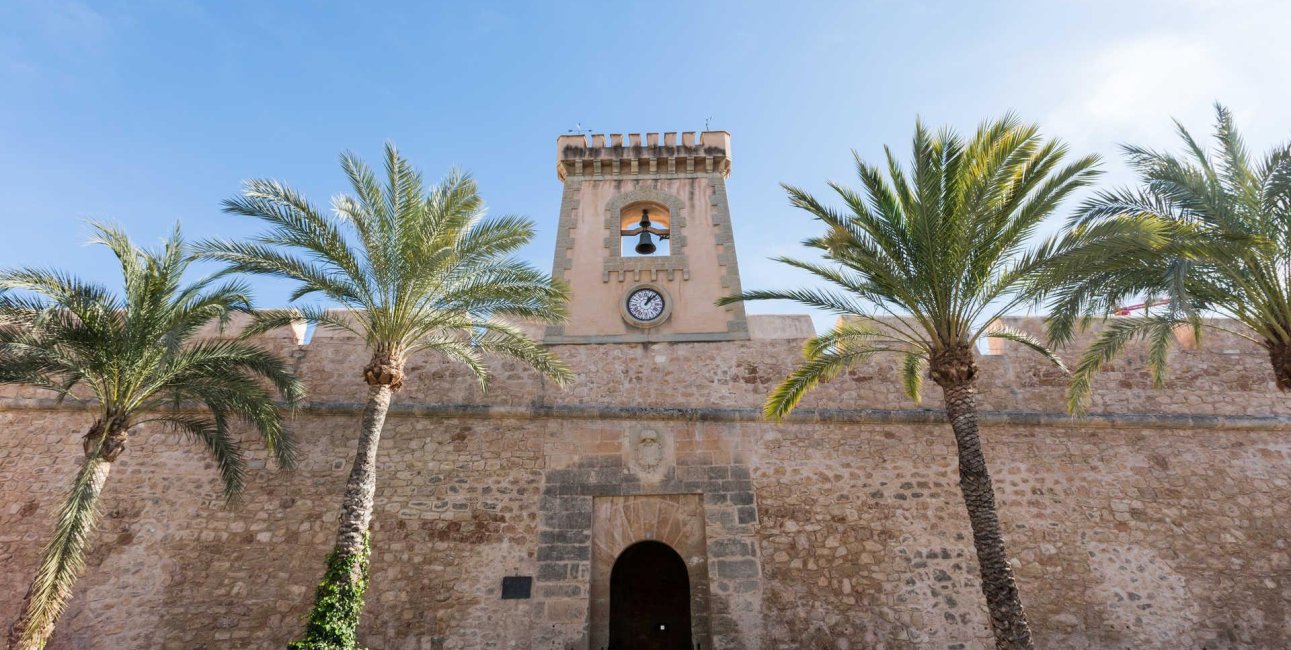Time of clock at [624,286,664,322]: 1:07
